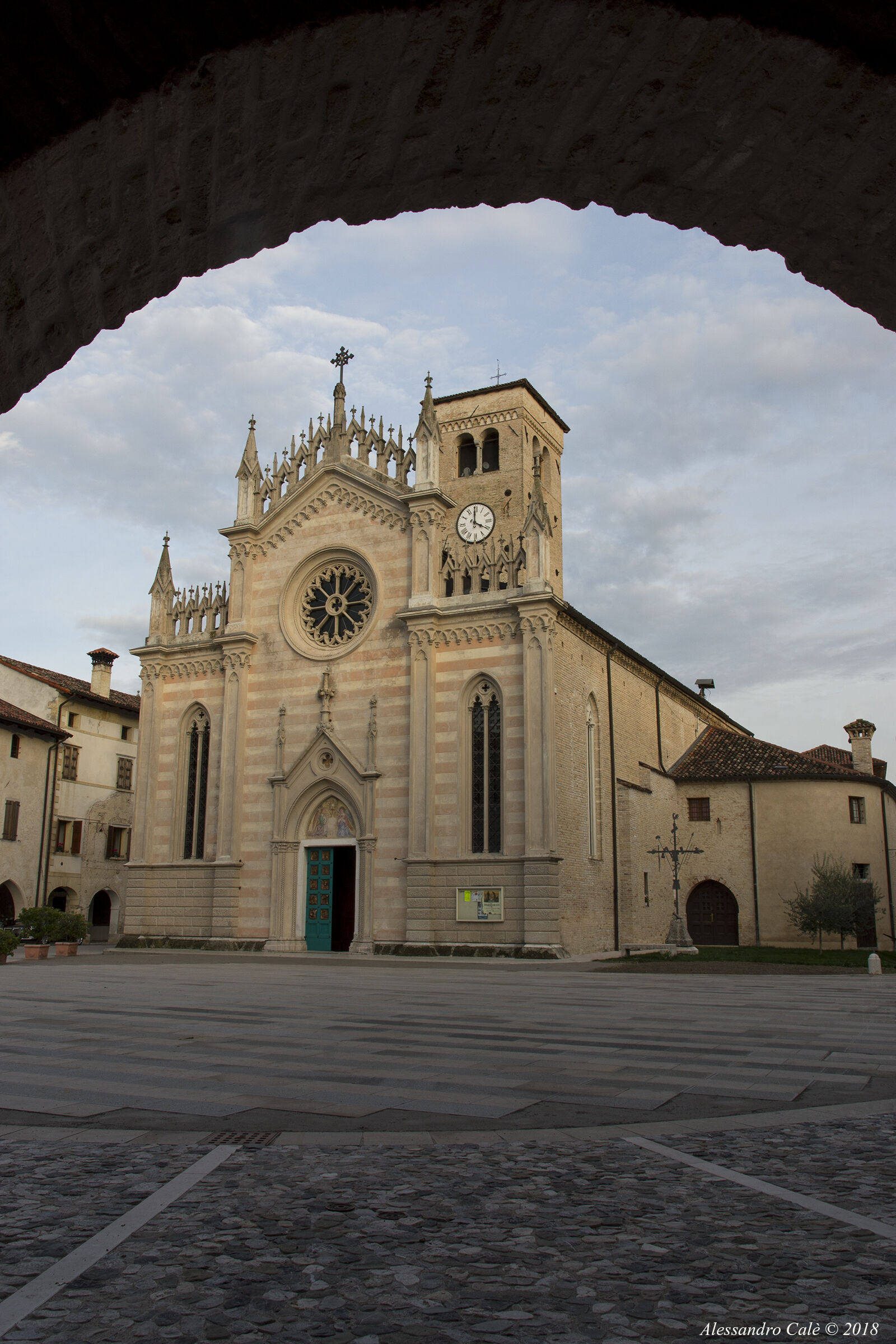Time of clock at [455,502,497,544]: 3:59
